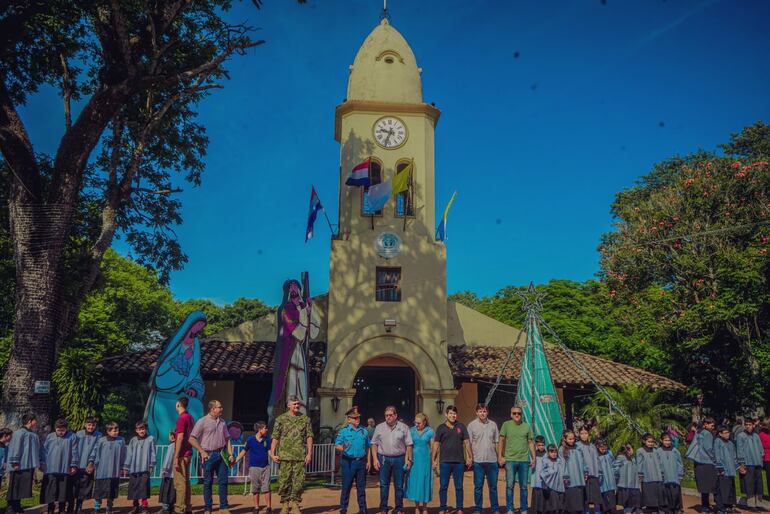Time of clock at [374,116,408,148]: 9:33
